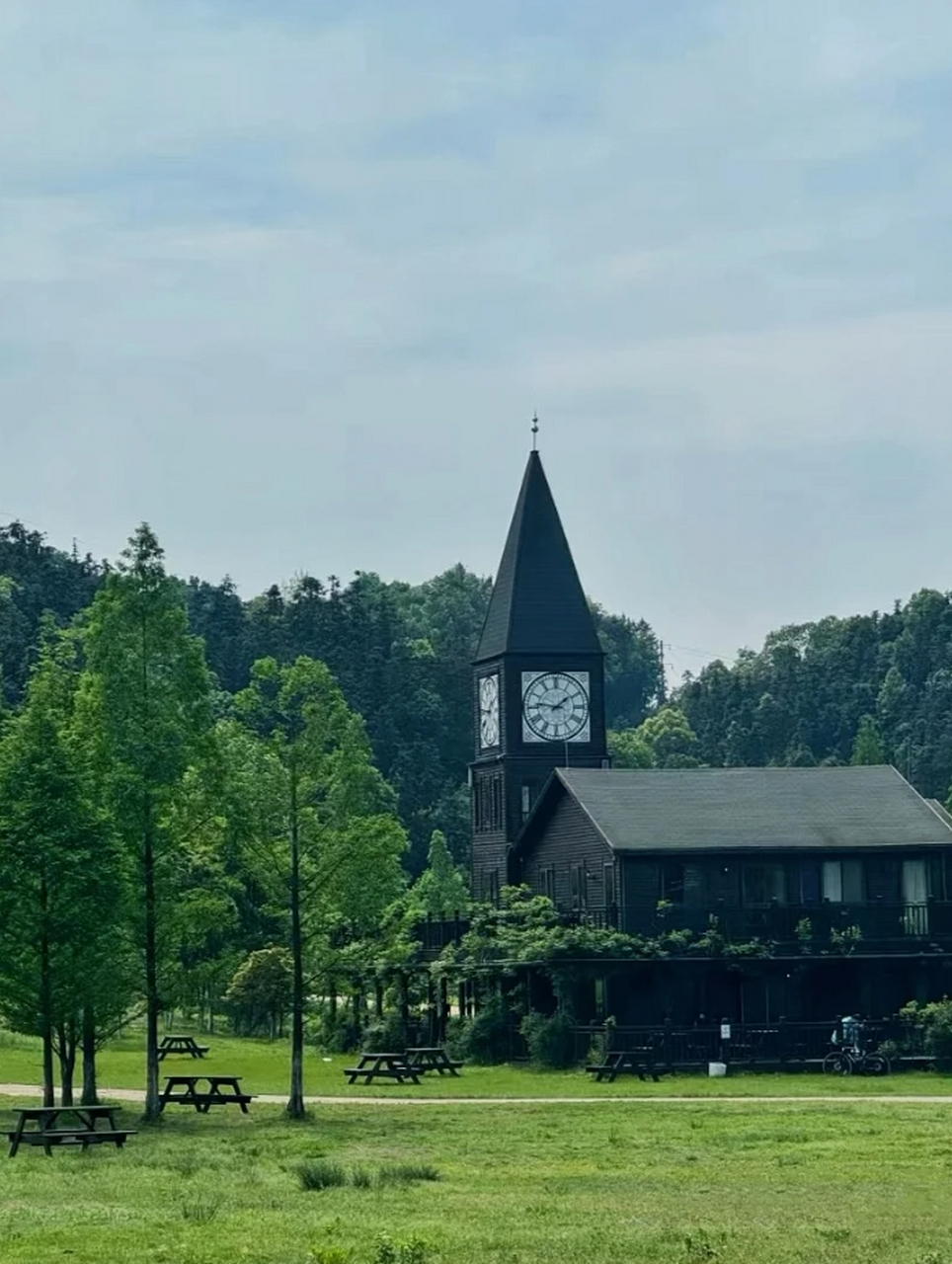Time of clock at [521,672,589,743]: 1:46
